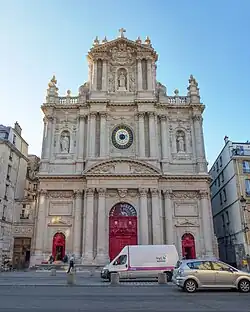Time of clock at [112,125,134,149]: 7:12
